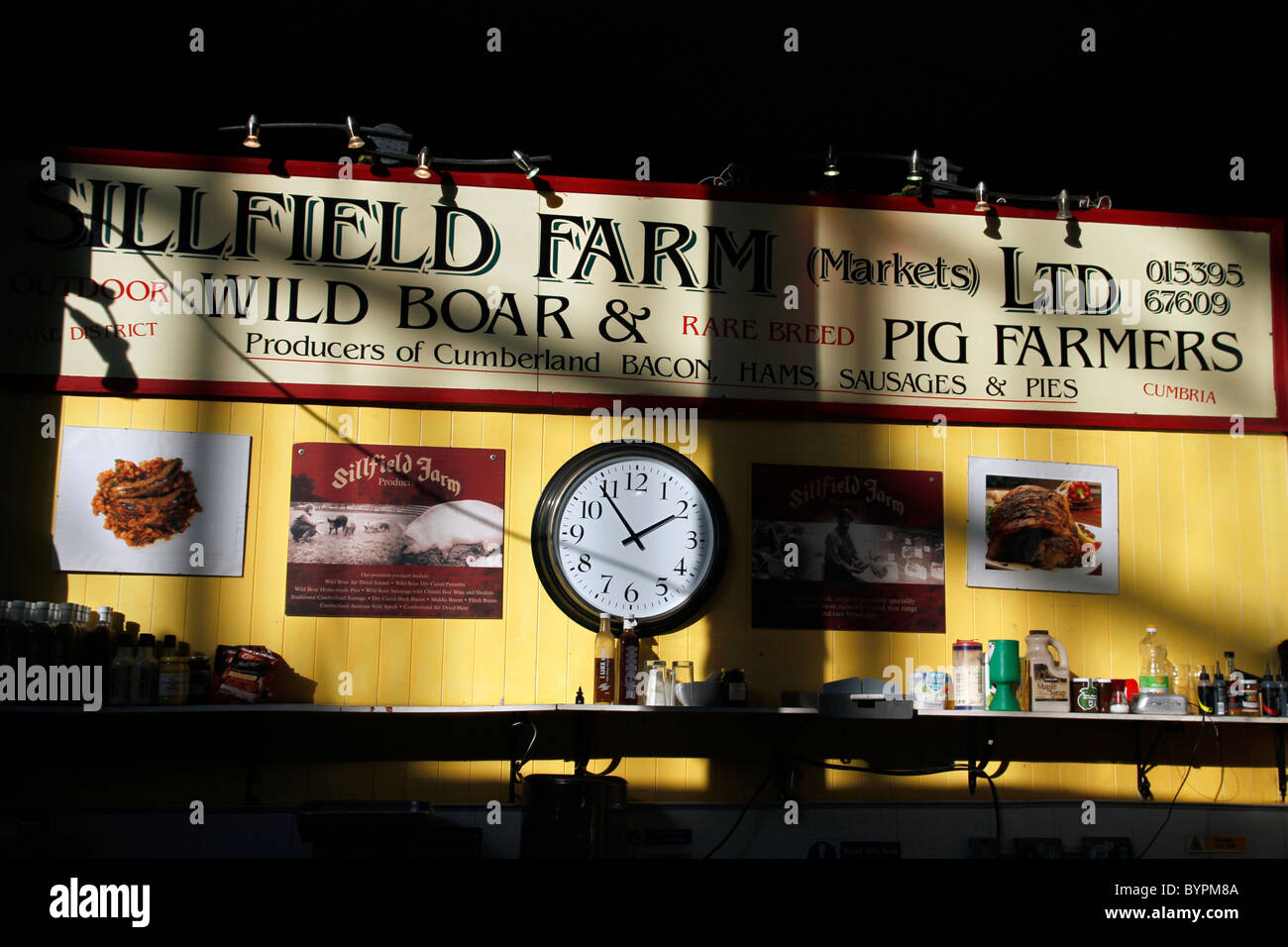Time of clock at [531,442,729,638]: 1:54
